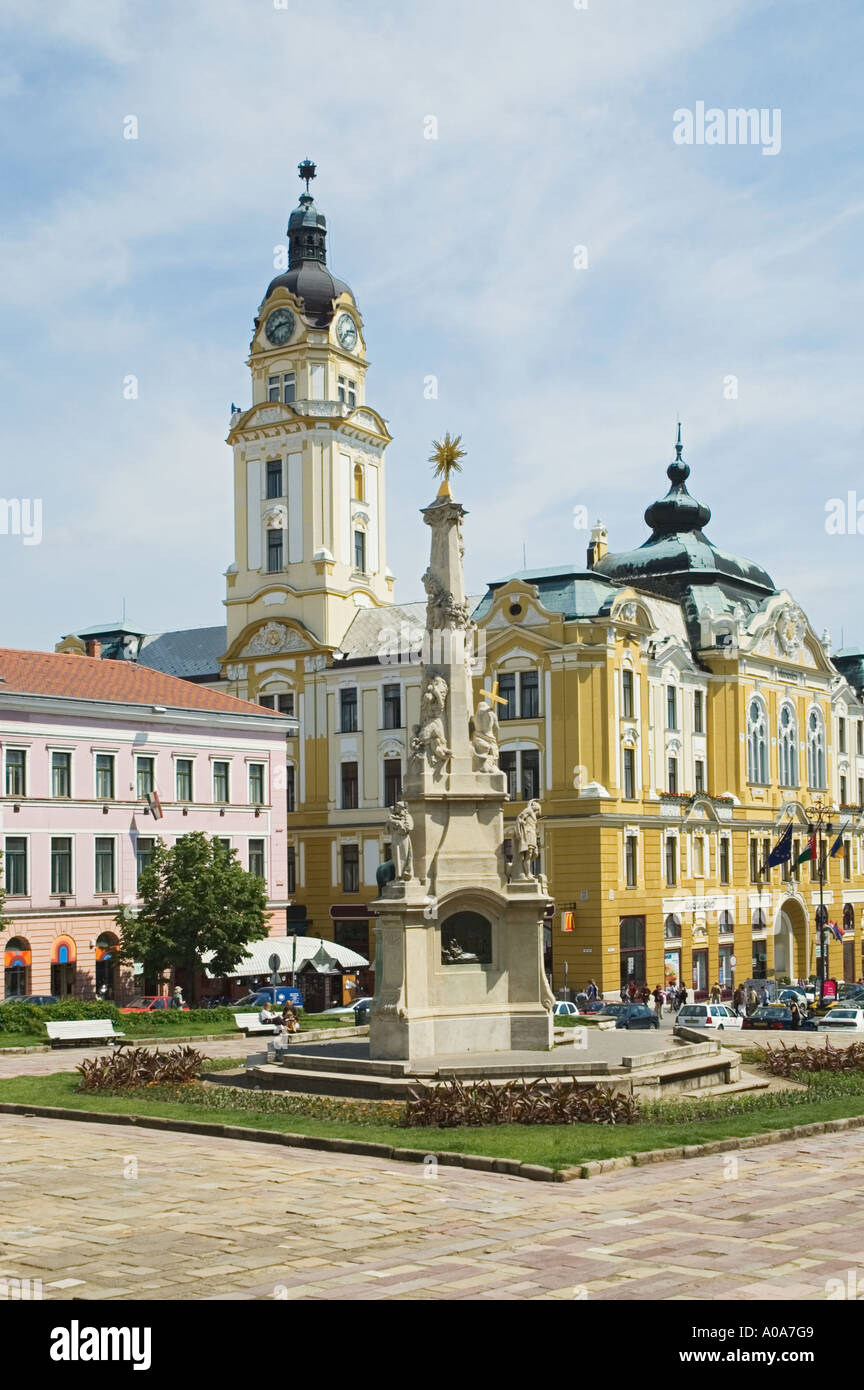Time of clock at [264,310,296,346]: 2:38
